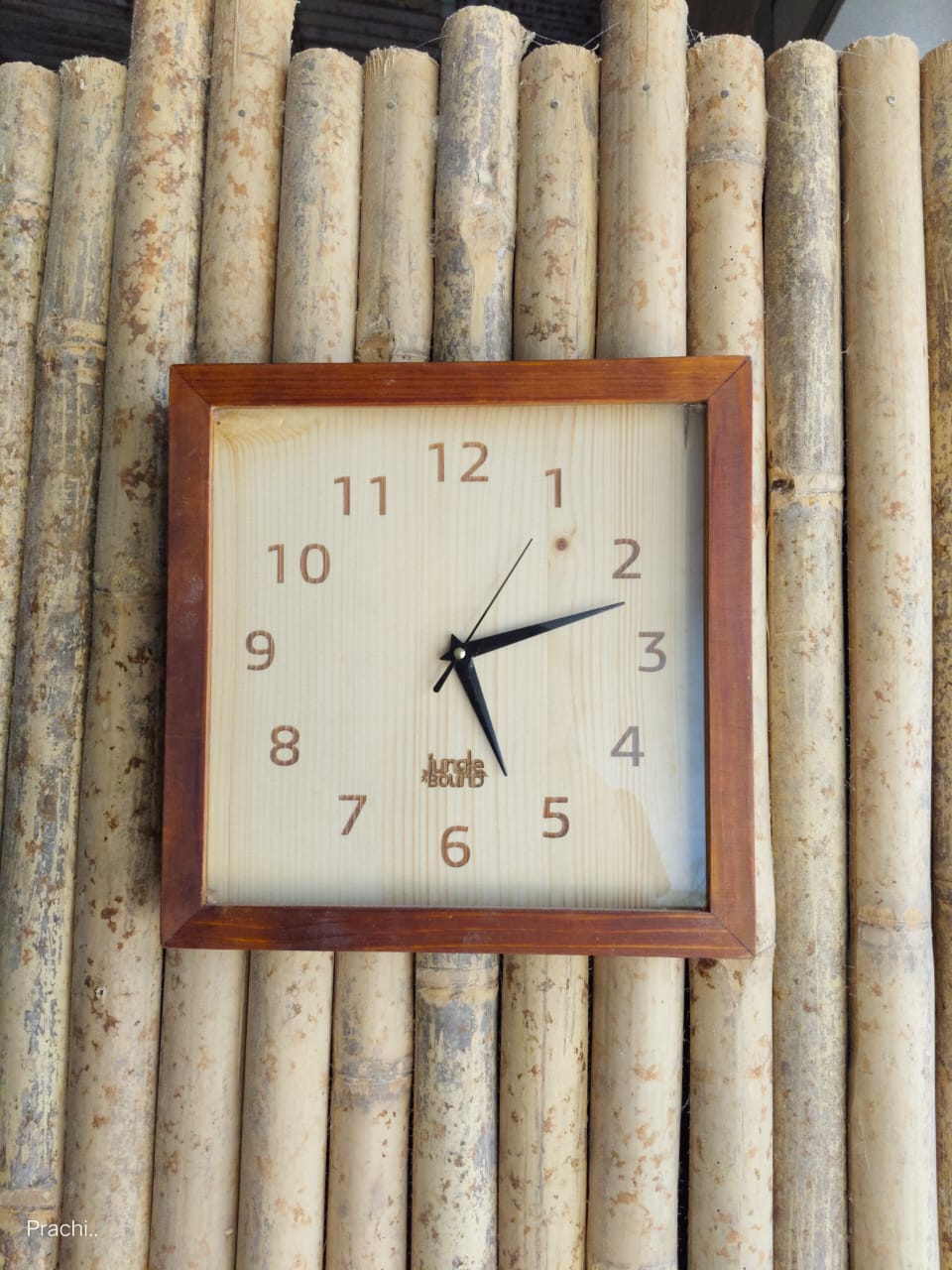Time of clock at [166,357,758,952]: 5:12
